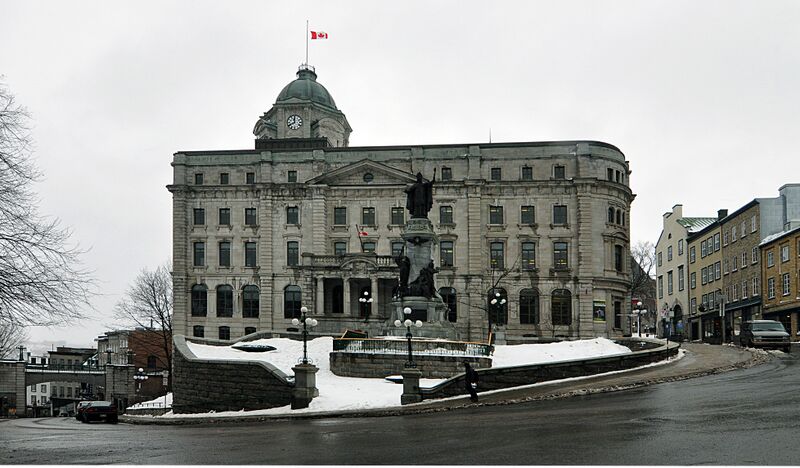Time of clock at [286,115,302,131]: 11:40
